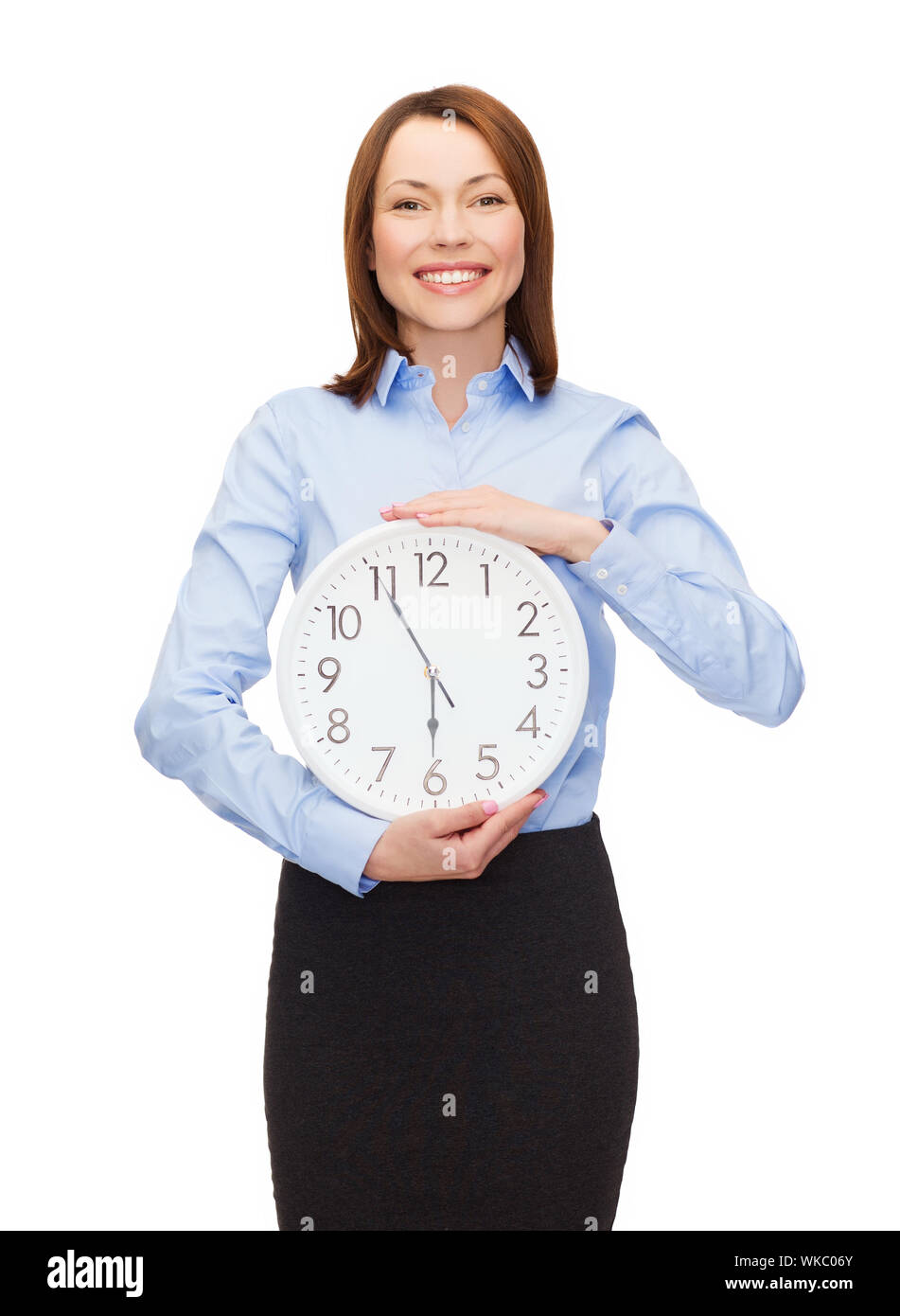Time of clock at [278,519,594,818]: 5:55
